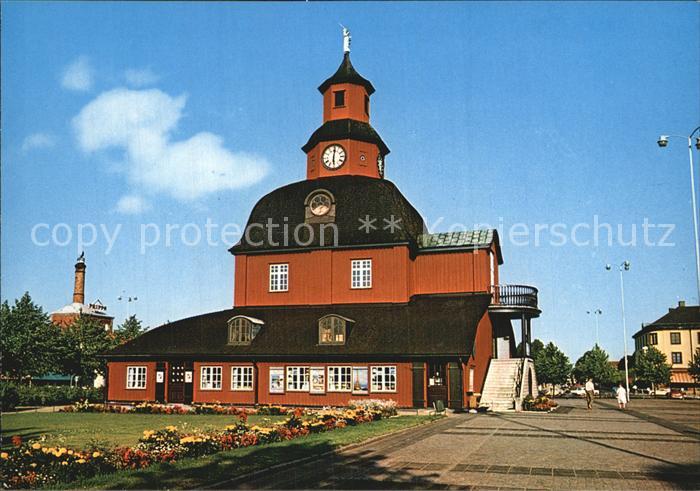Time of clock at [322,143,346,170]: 6:01
